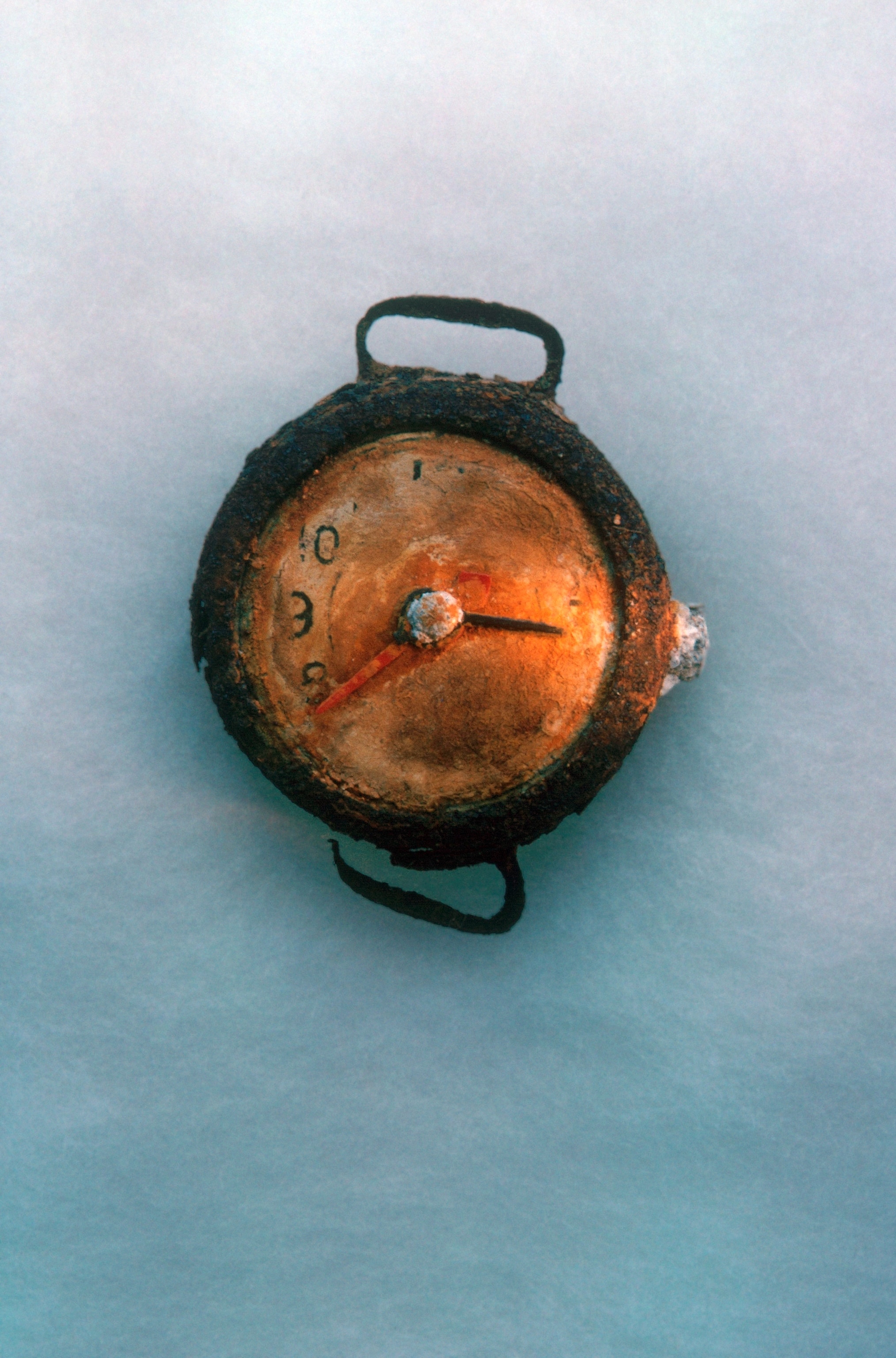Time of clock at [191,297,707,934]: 2:38
